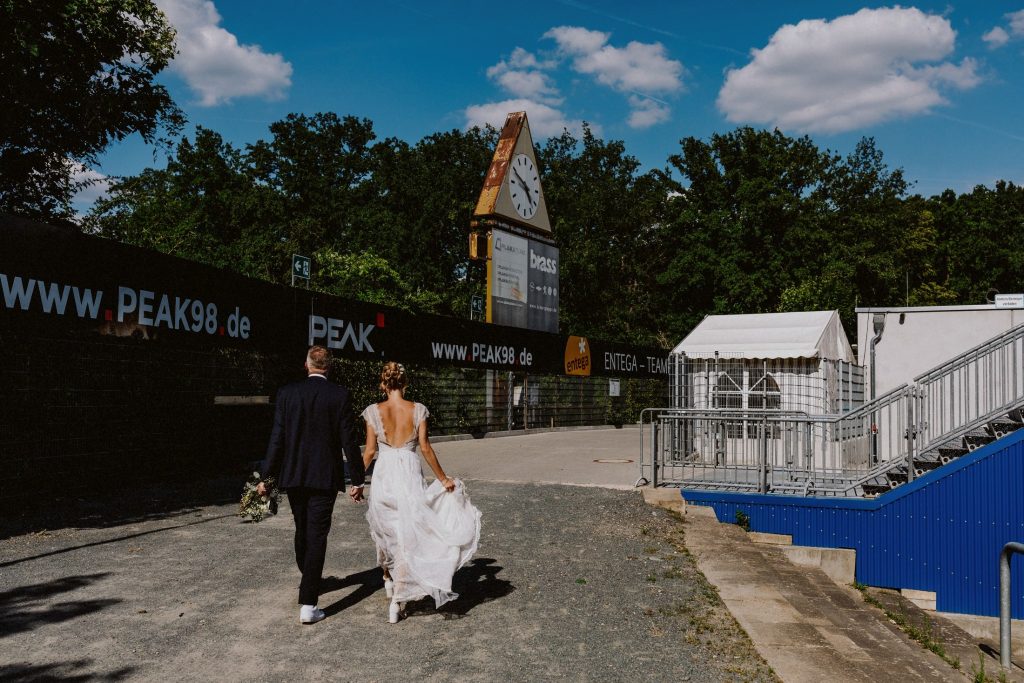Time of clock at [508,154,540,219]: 4:49
